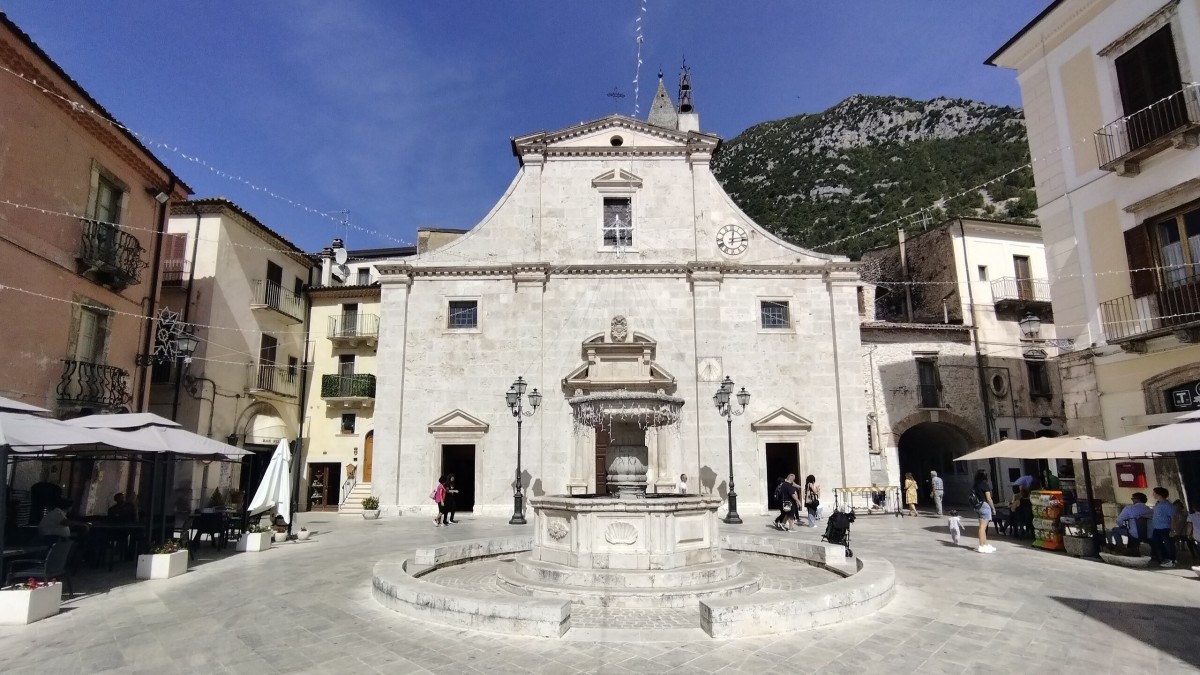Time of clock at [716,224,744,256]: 12:13
